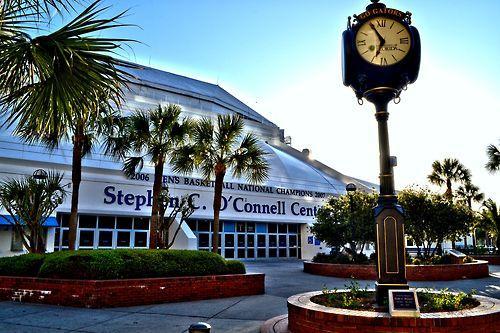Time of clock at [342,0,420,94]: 6:54
